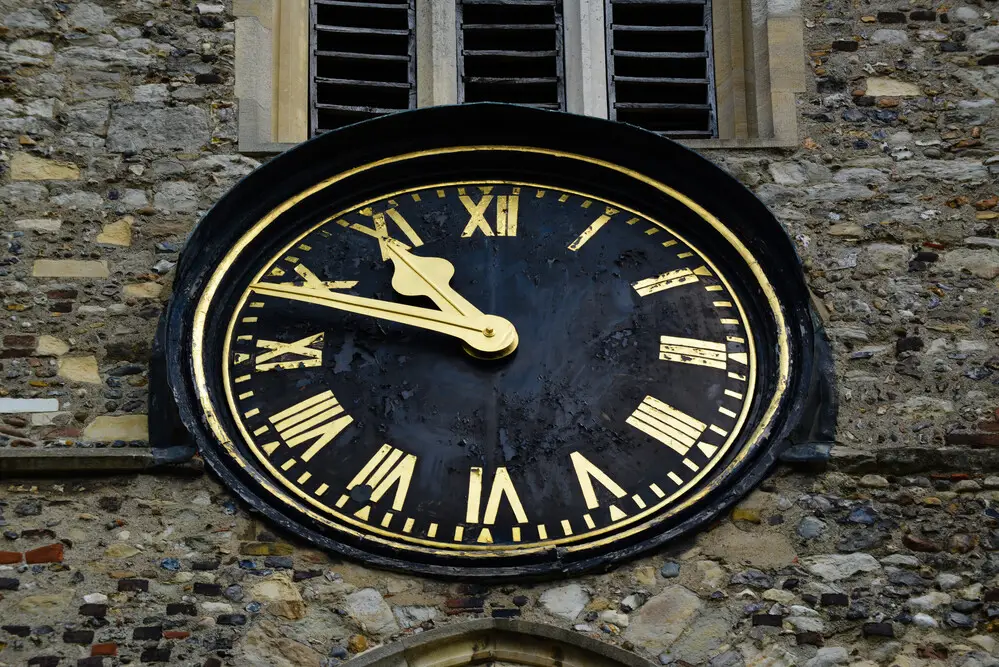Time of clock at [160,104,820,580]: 10:48
